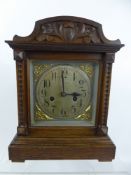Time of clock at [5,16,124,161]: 2:59
